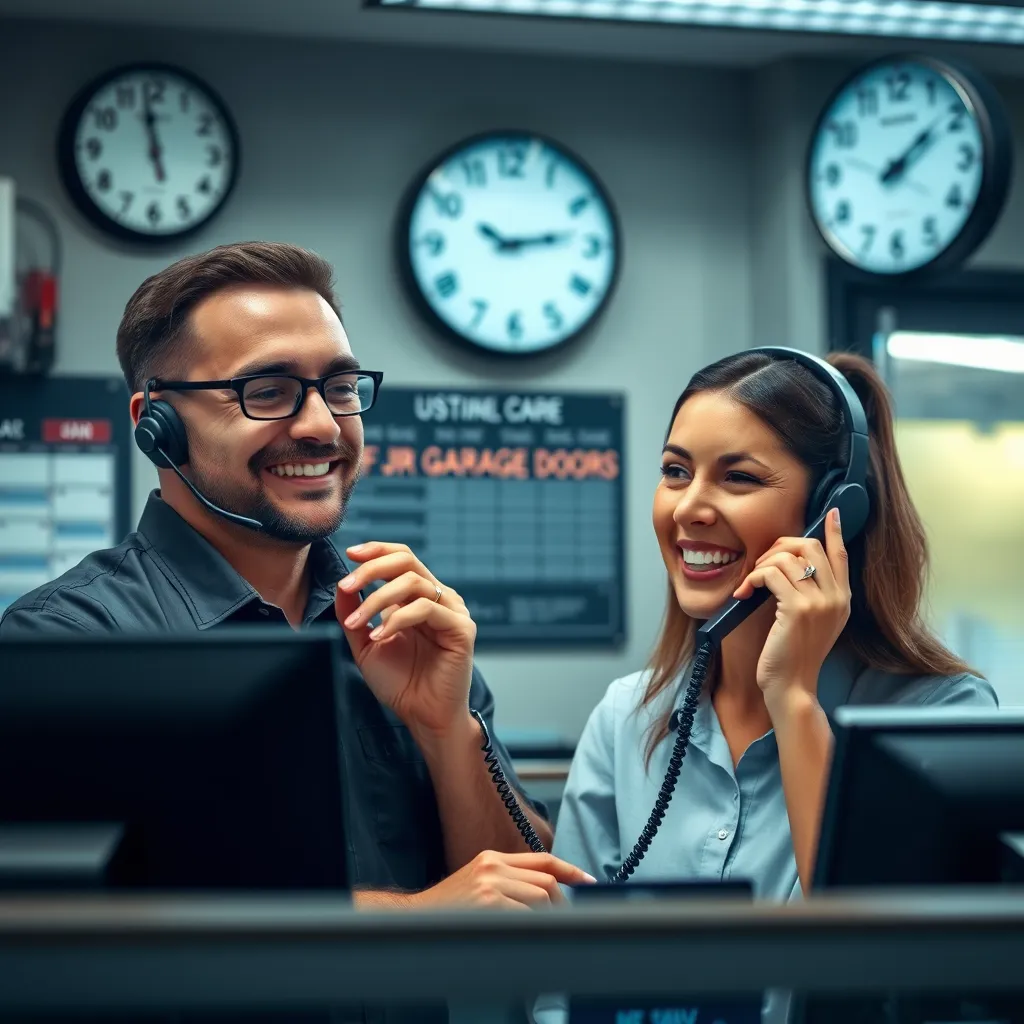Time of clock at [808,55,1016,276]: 2:08
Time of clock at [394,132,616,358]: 10:13
